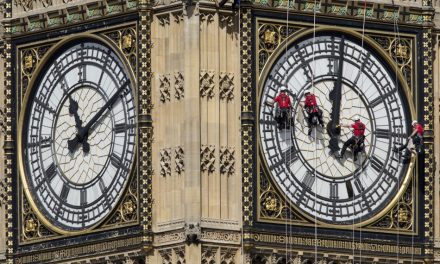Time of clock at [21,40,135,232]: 11:09
